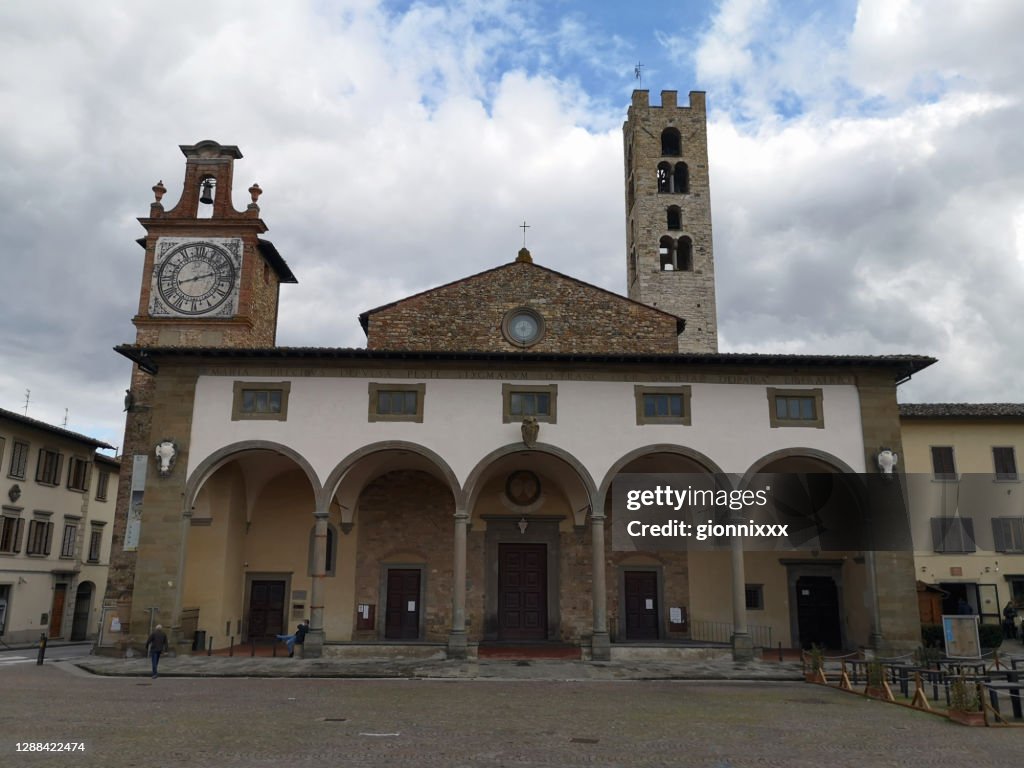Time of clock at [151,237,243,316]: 2:42
